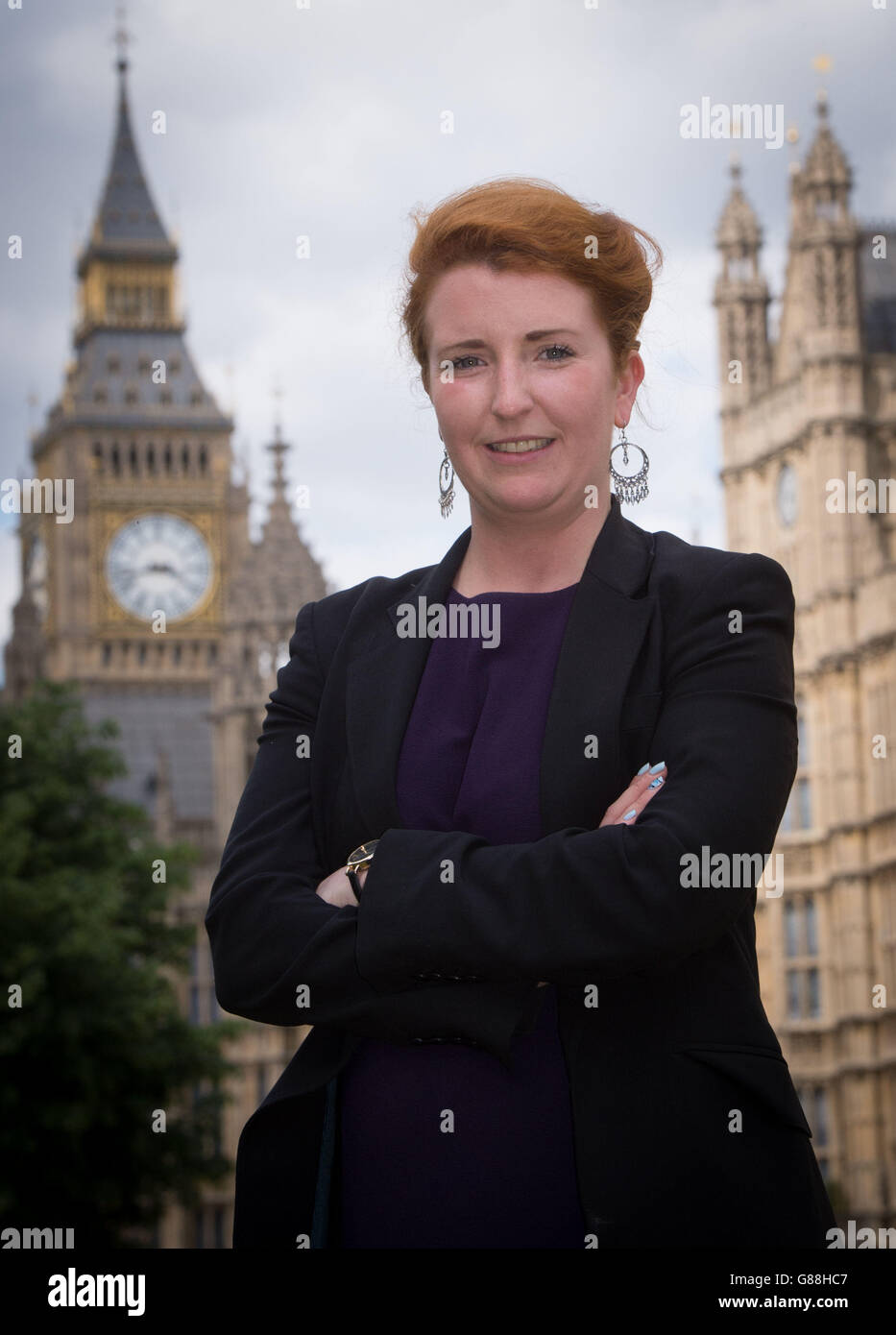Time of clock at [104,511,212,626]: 3:42
